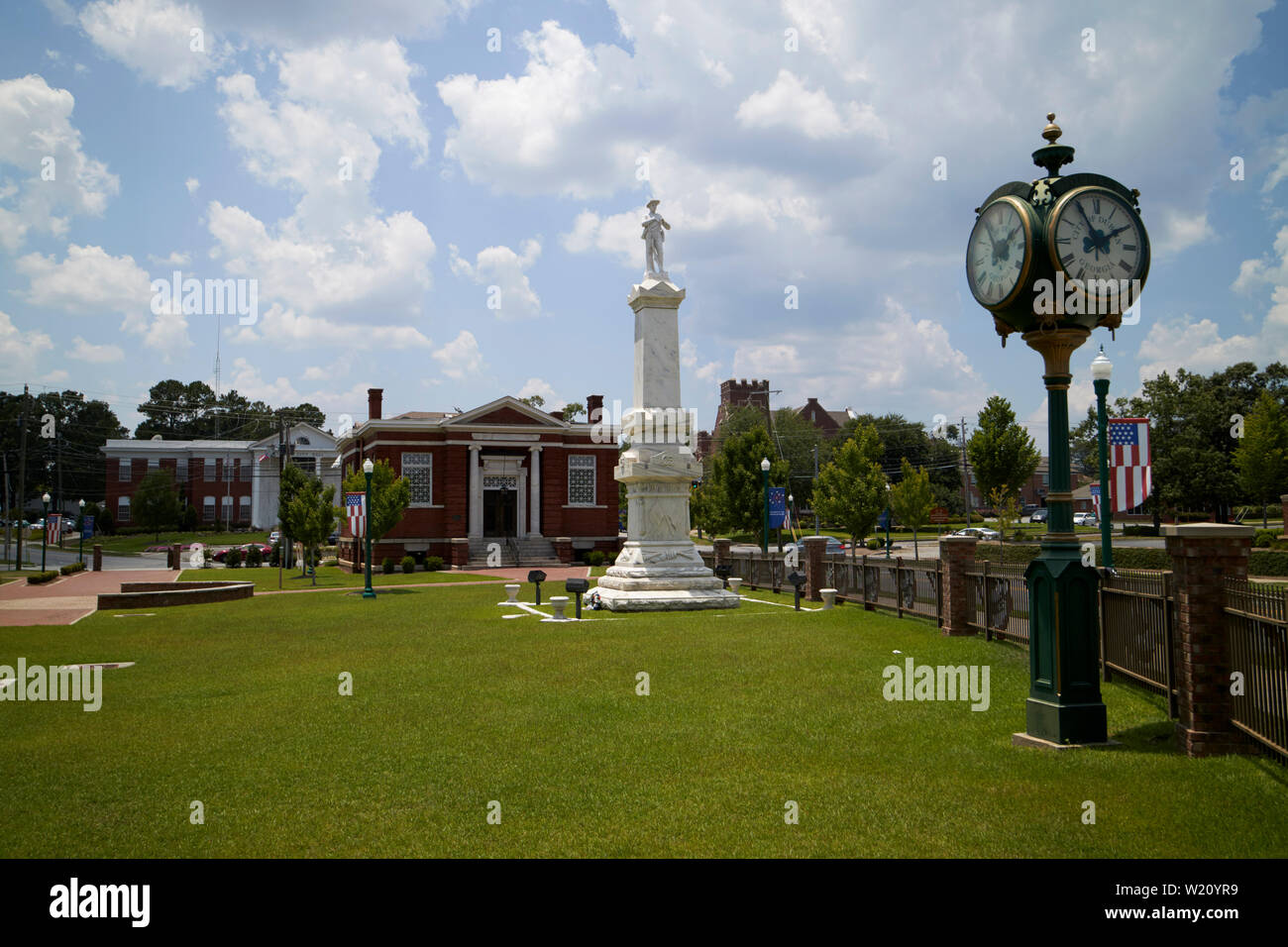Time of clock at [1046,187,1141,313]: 1:54
